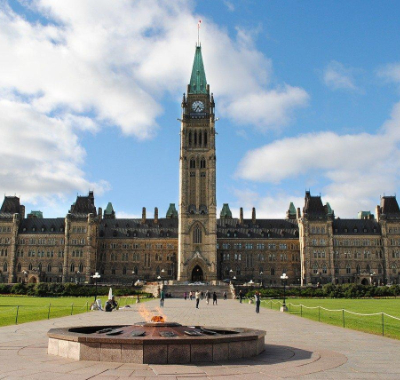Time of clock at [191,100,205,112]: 4:35
